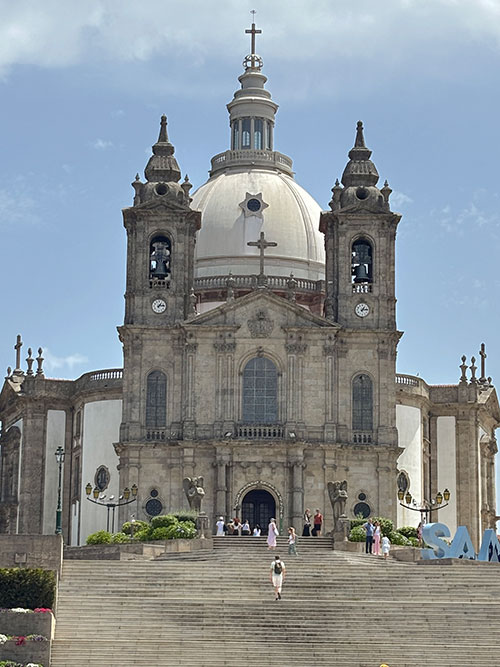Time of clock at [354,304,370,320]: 1:13
